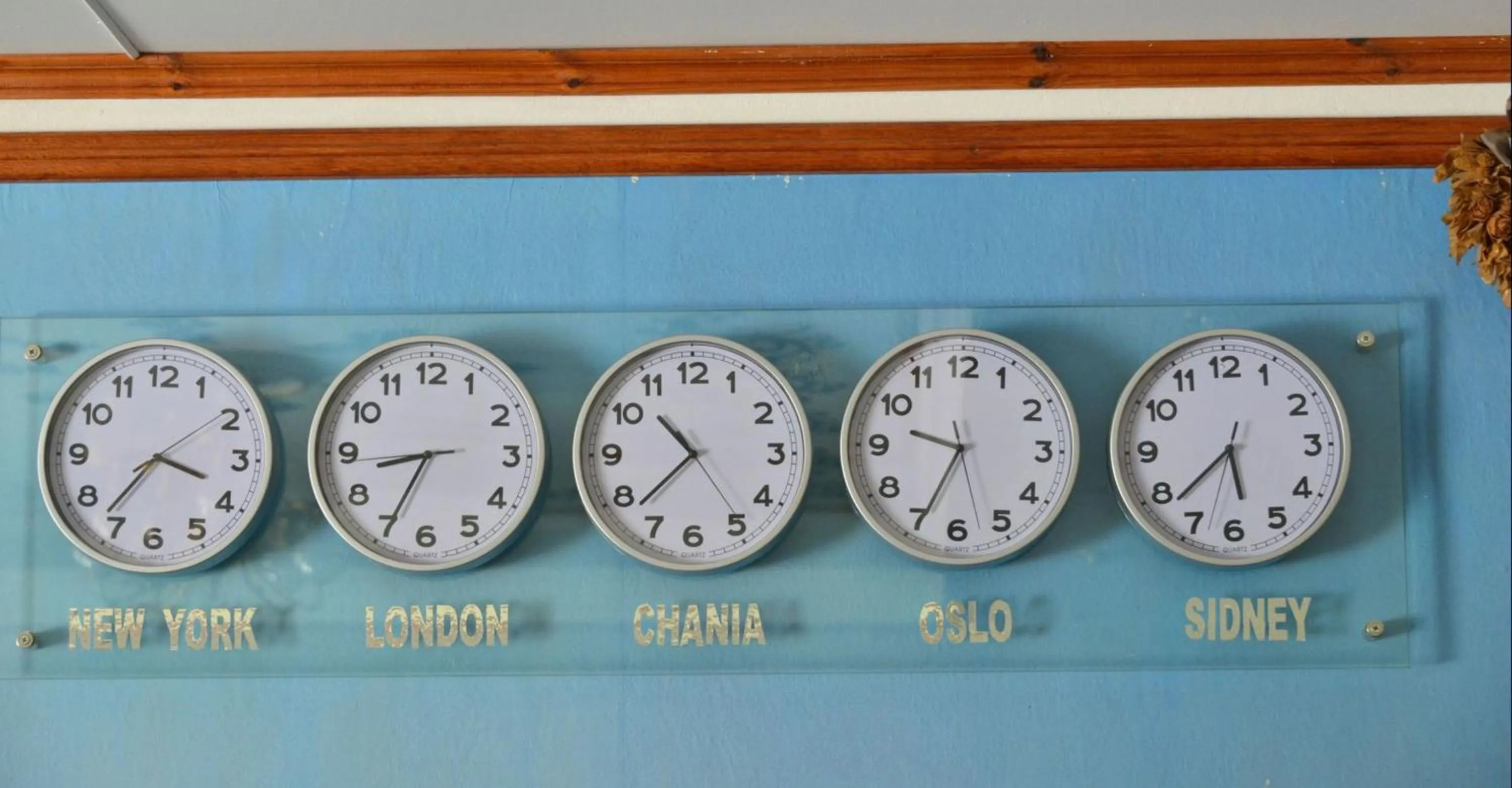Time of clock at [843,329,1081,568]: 9:34
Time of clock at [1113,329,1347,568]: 5:38
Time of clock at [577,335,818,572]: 10:37
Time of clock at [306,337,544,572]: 8:34
